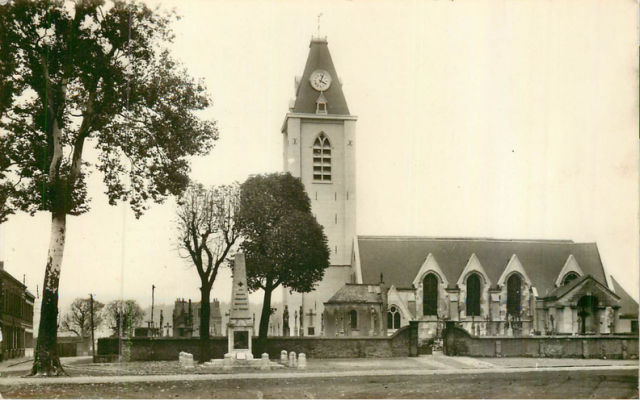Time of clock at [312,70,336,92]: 4:03
